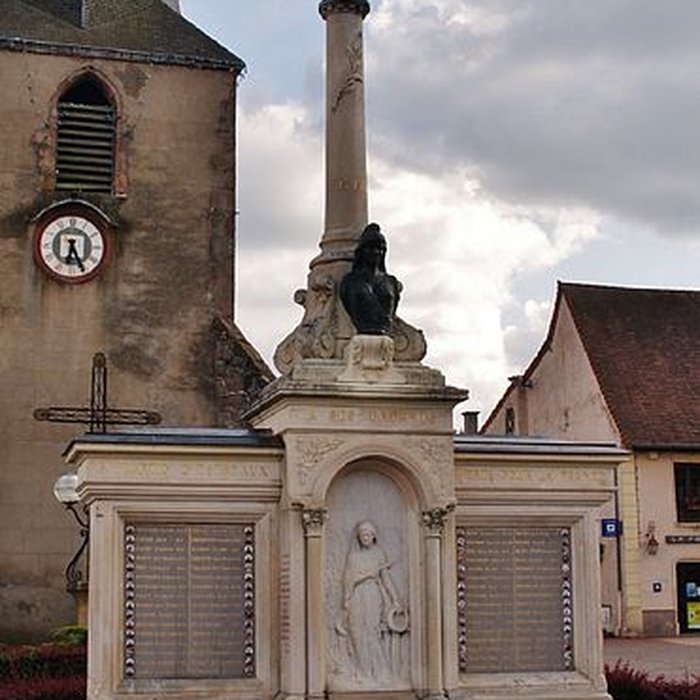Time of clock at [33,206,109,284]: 6:25
